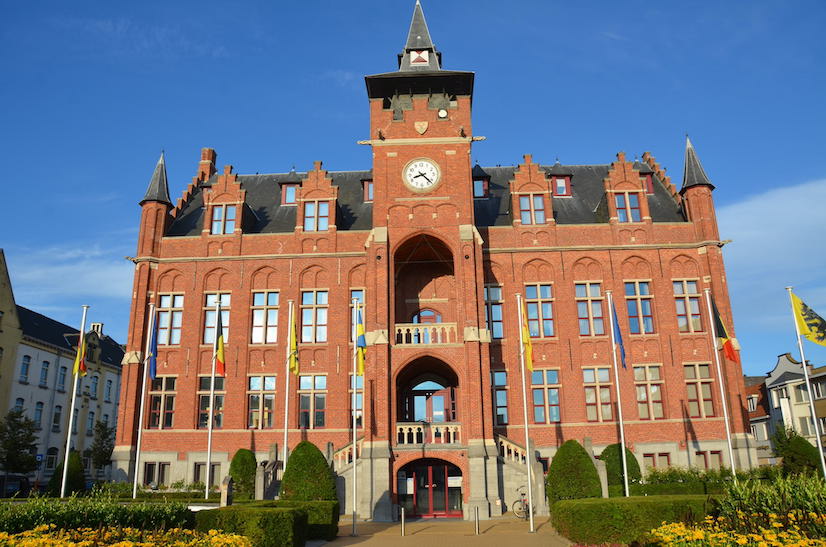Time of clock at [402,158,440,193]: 8:22
